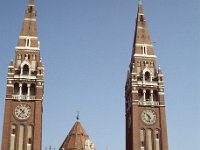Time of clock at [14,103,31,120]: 10:36
